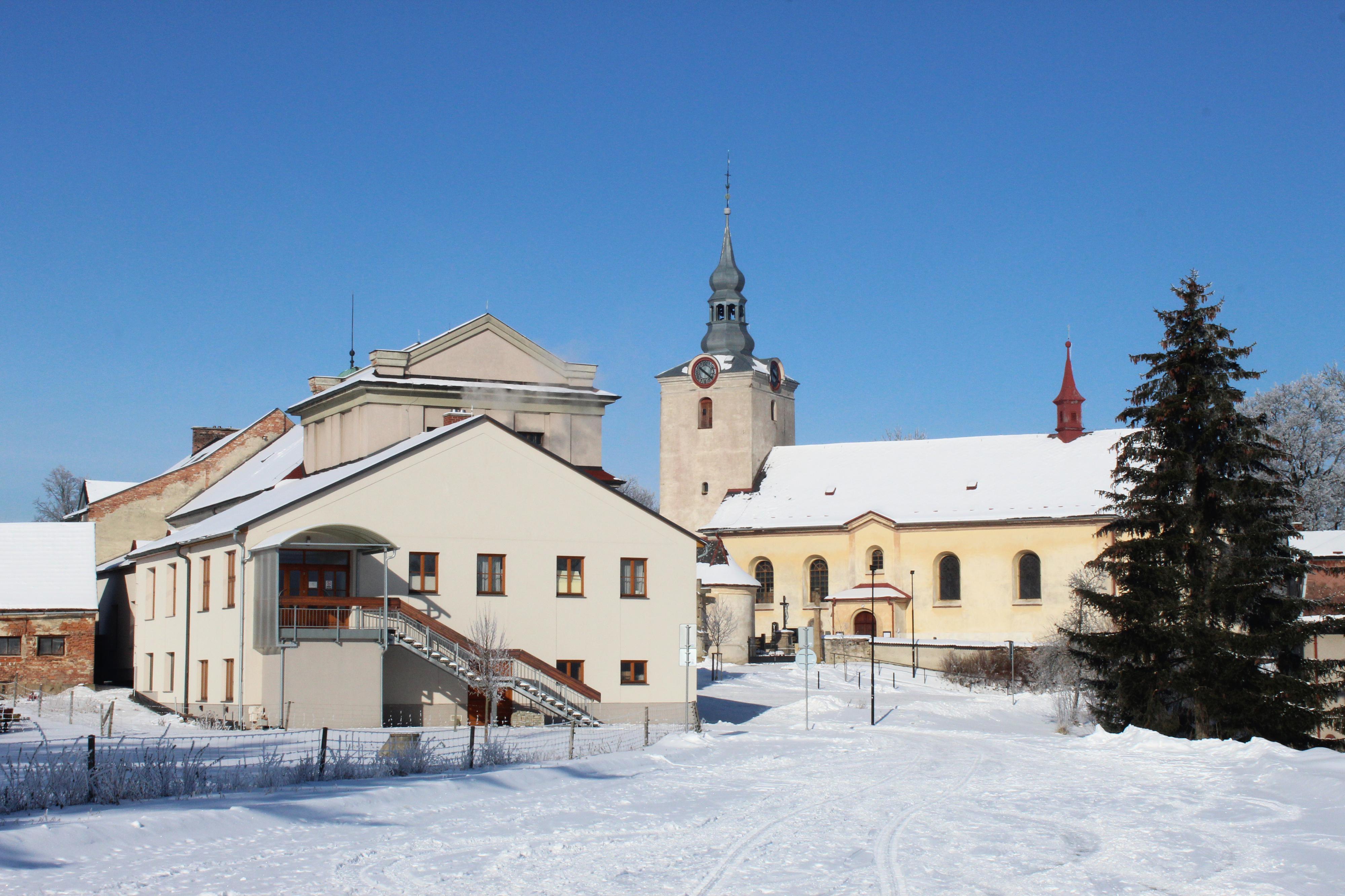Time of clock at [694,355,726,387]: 10:21
